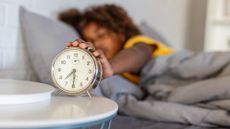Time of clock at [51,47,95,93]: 7:30
